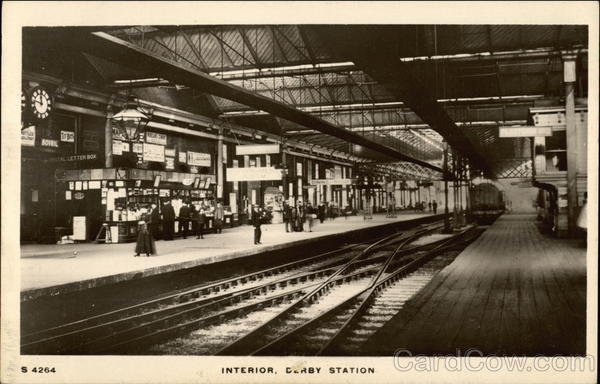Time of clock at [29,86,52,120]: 11:46
